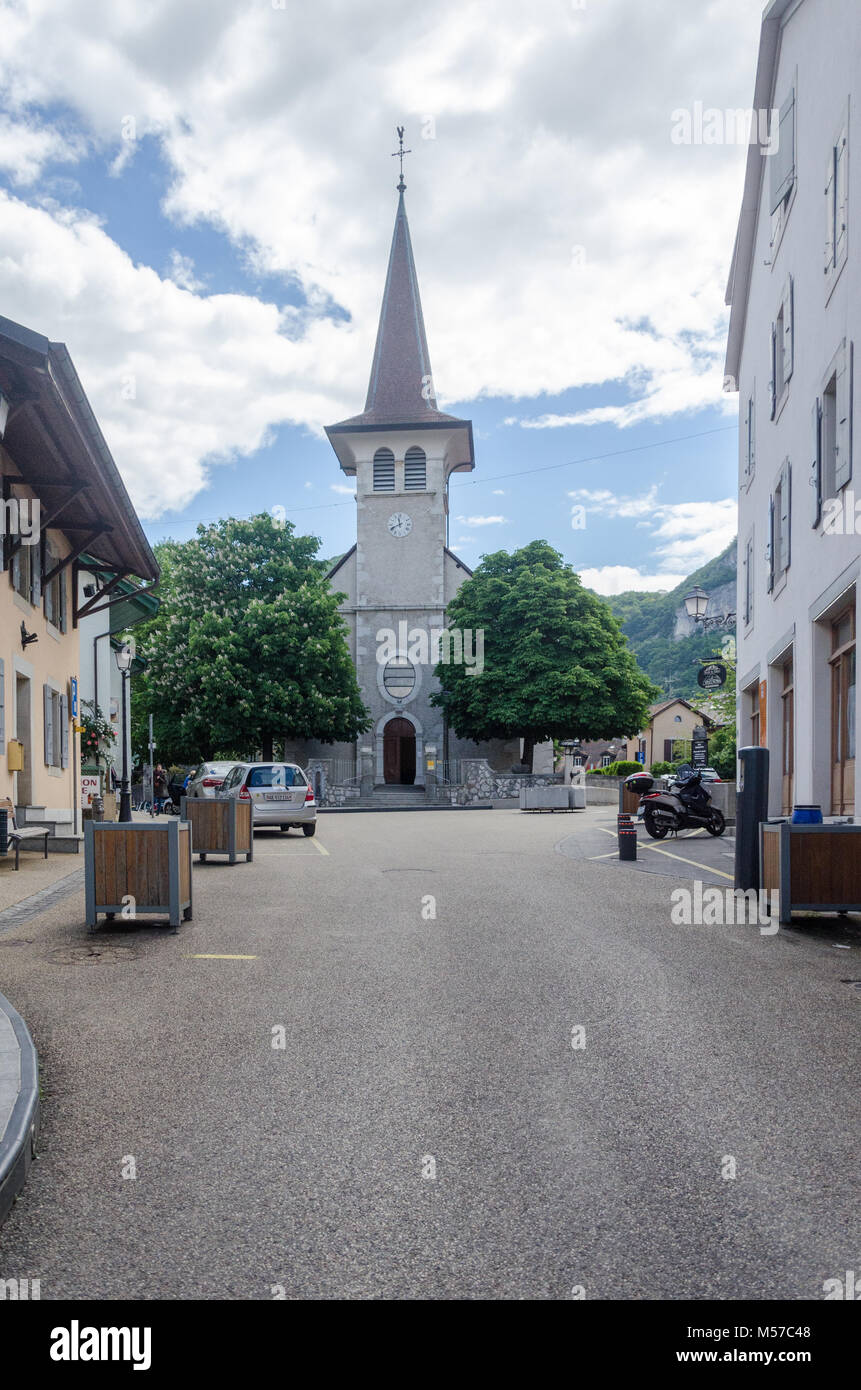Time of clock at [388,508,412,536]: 11:40
